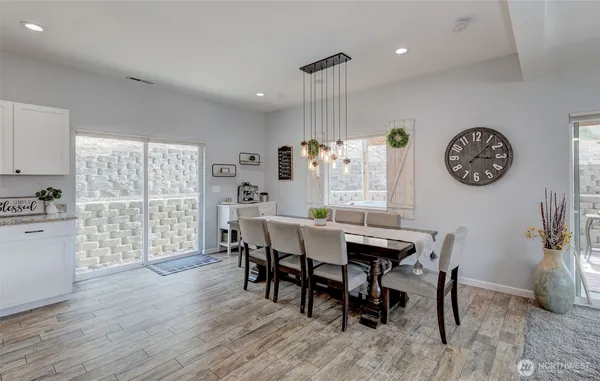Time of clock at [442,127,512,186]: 3:07
